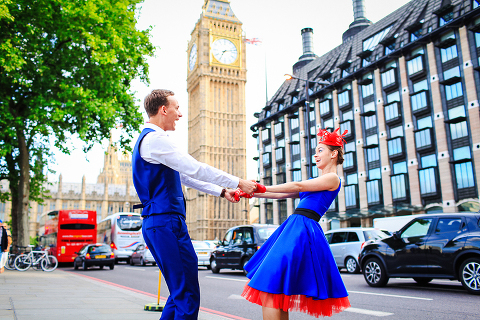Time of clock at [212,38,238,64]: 7:12
